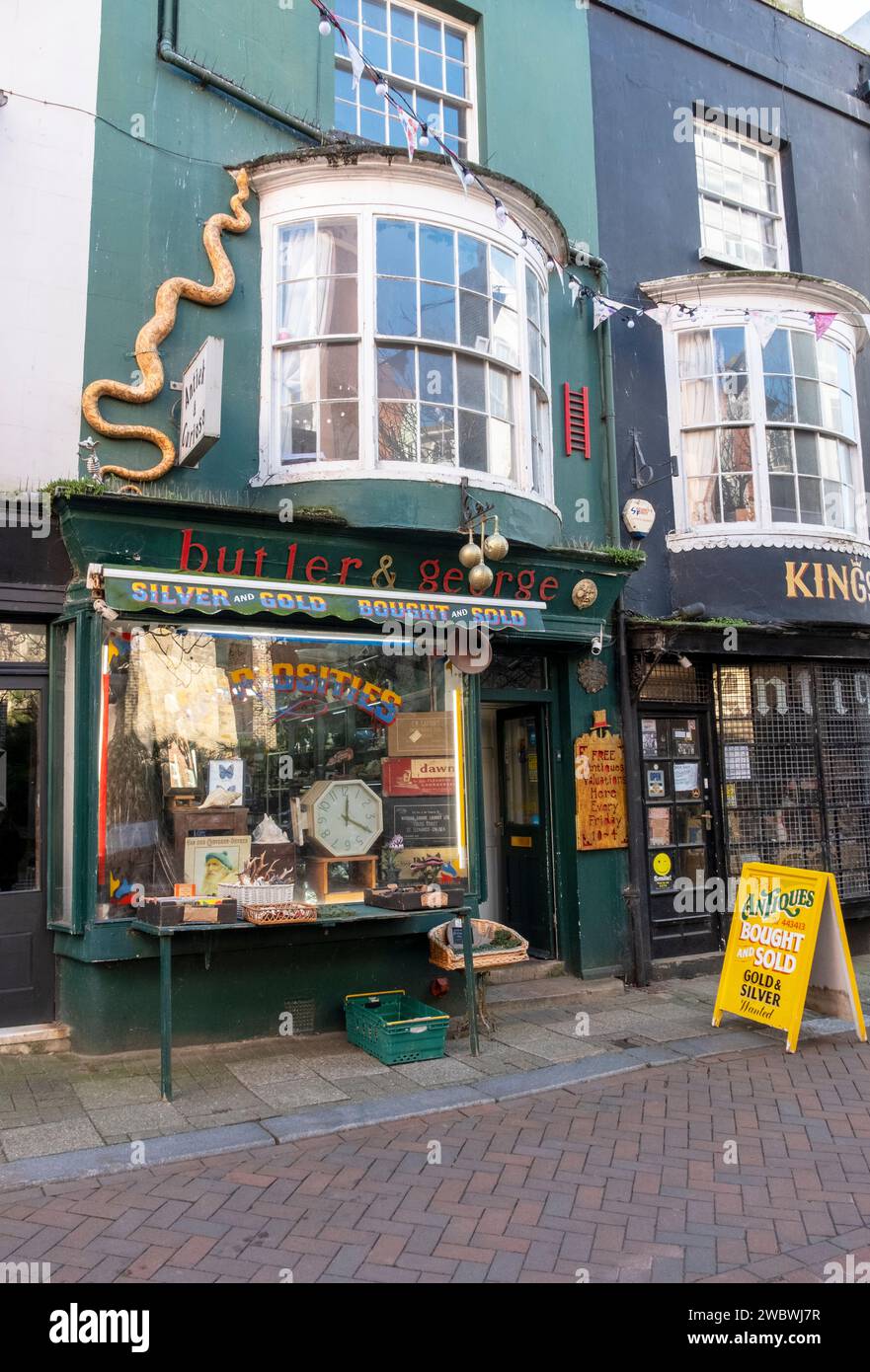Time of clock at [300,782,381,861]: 12:19
